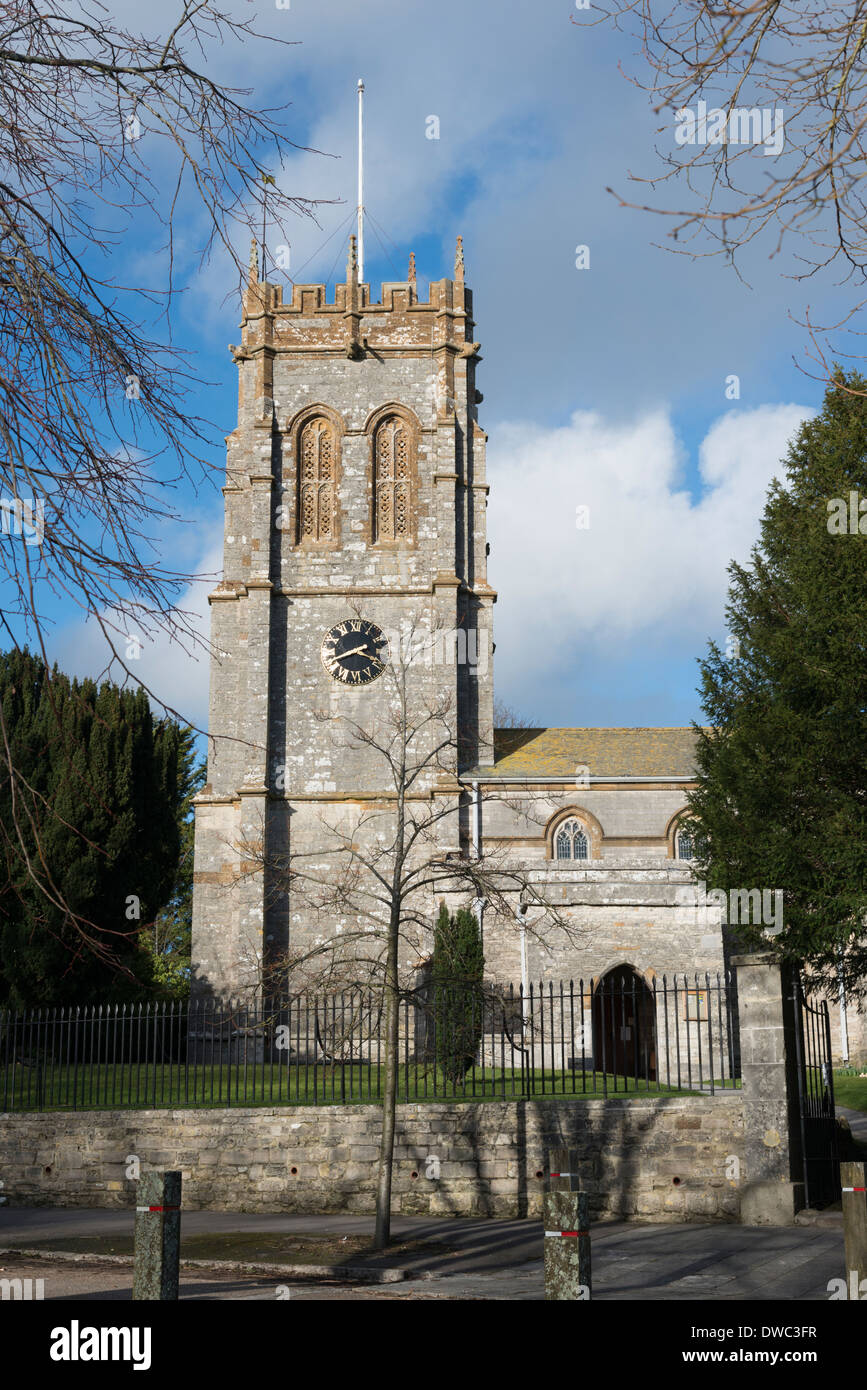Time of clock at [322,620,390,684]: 3:40
